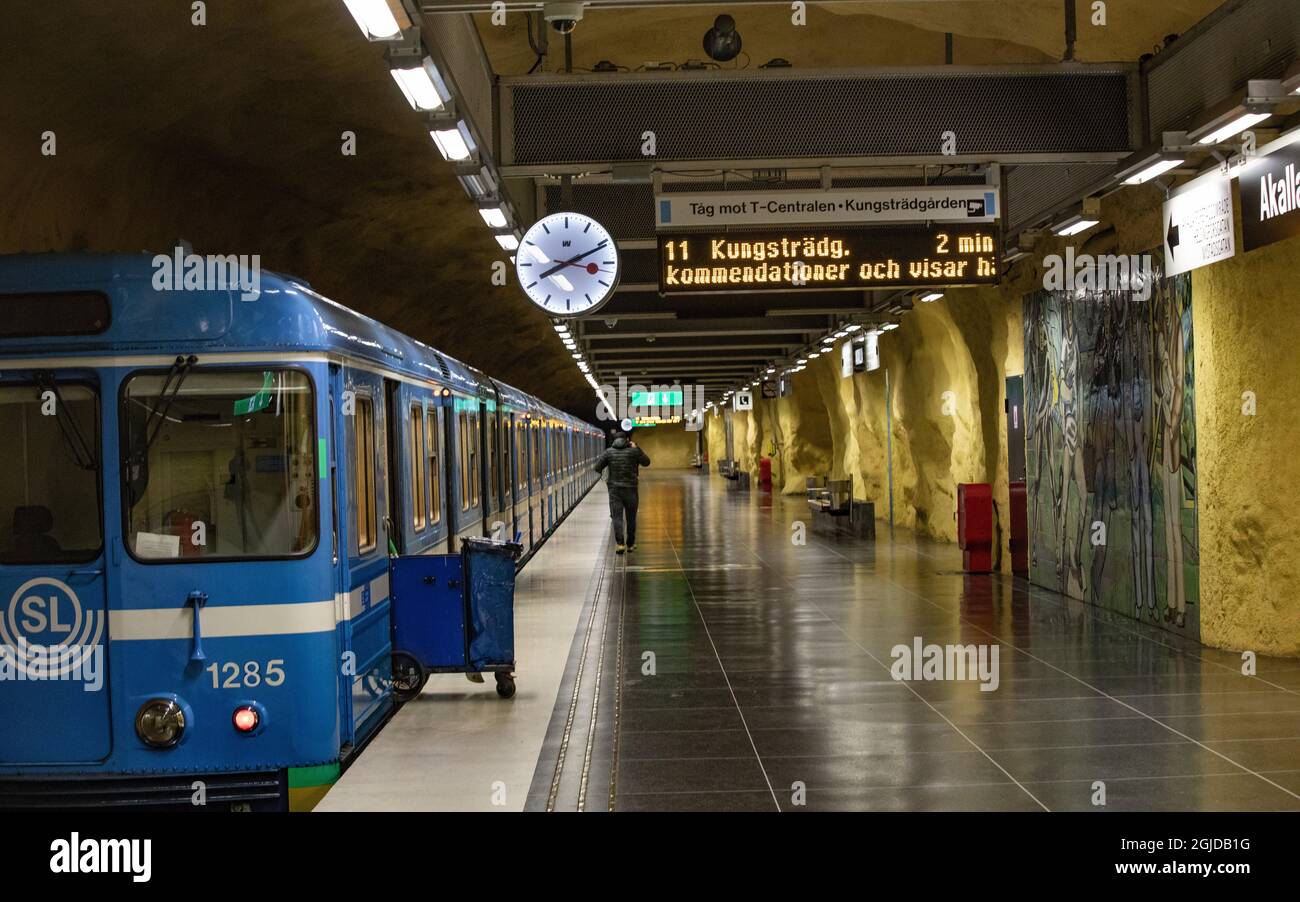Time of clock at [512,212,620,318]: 8:11
